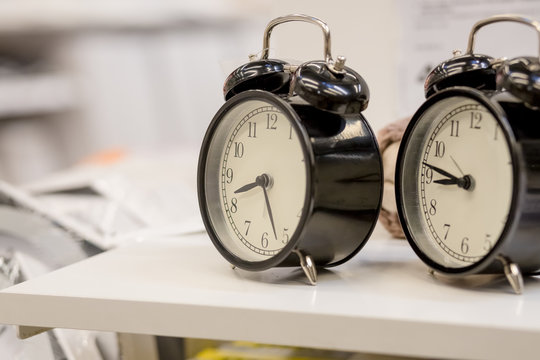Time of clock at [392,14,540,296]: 8:46
